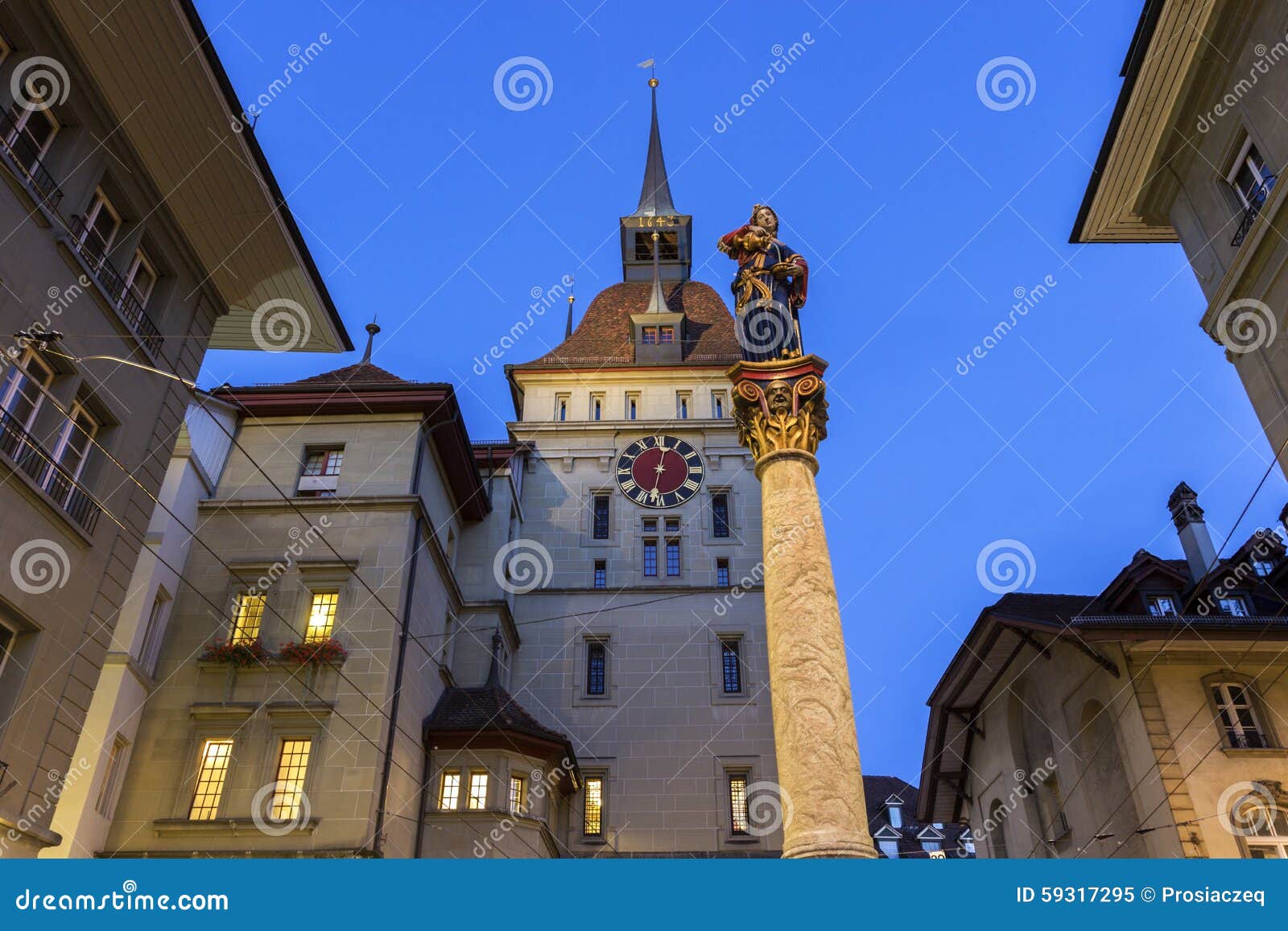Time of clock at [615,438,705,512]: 12:32
